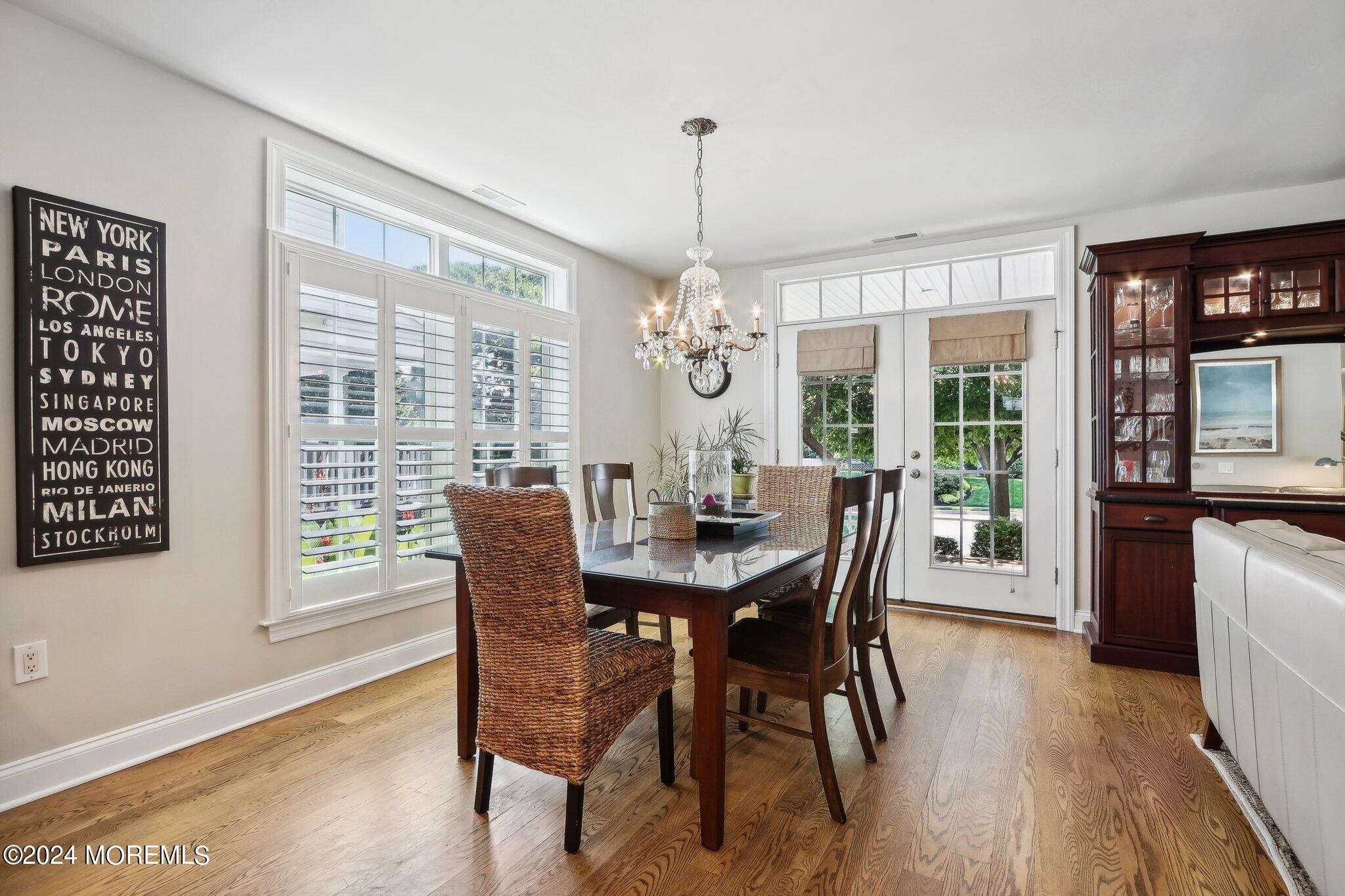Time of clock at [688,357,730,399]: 1:28
